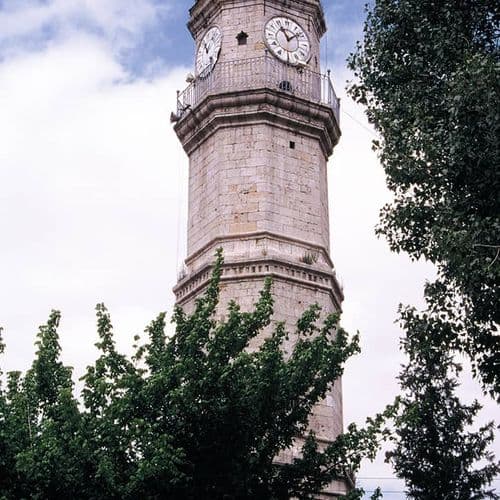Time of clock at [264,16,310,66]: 11:08
